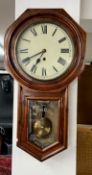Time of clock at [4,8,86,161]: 6:40
